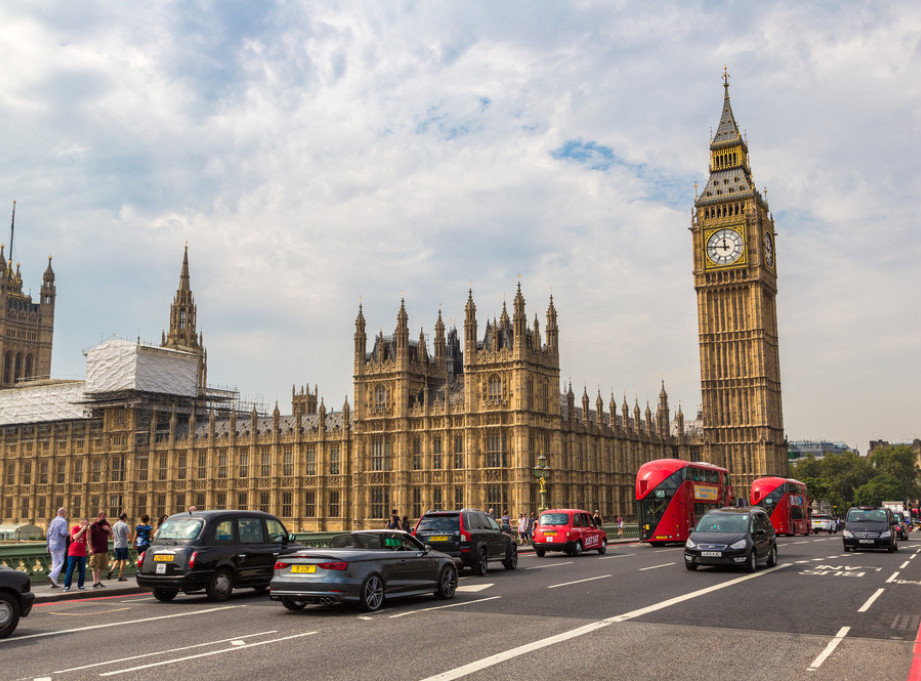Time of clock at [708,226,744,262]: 11:46
